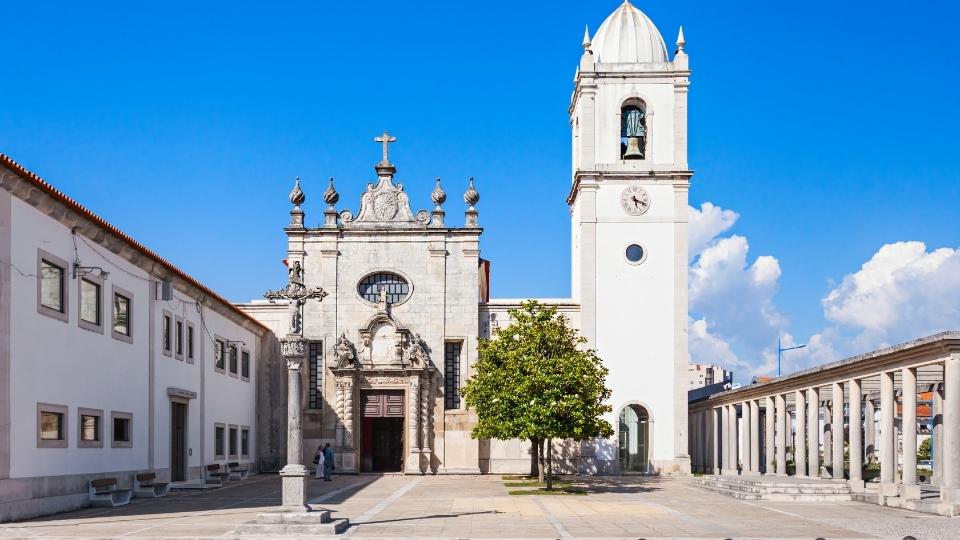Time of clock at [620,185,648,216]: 5:18
